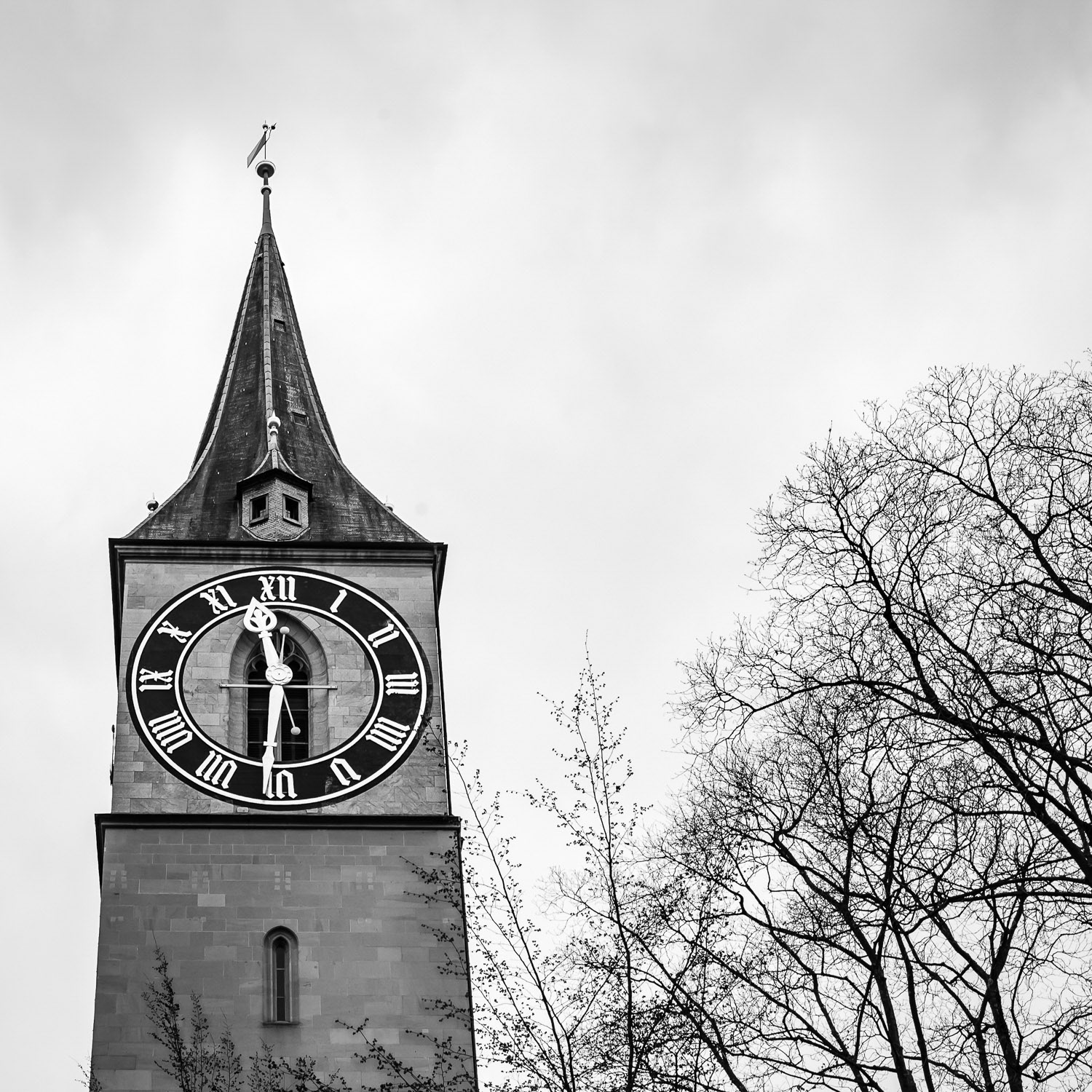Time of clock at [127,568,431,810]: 11:30
